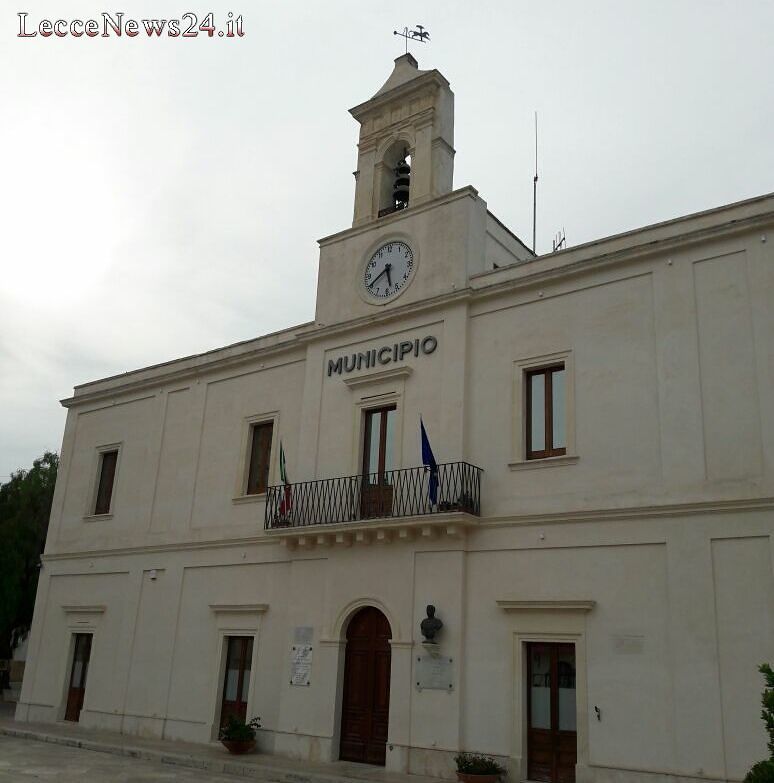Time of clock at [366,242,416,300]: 5:40
